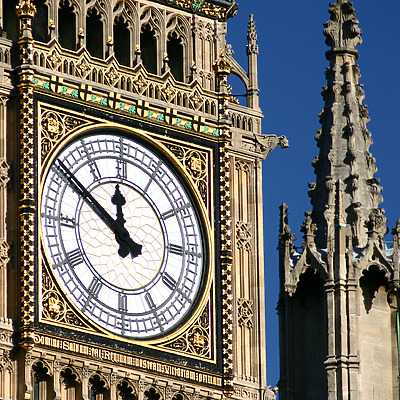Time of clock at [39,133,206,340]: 11:50
